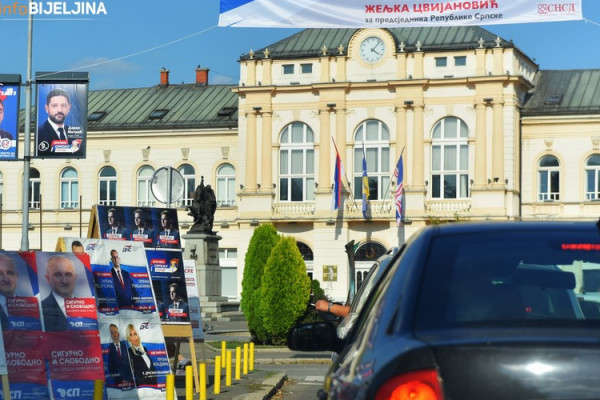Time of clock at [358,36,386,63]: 4:07
